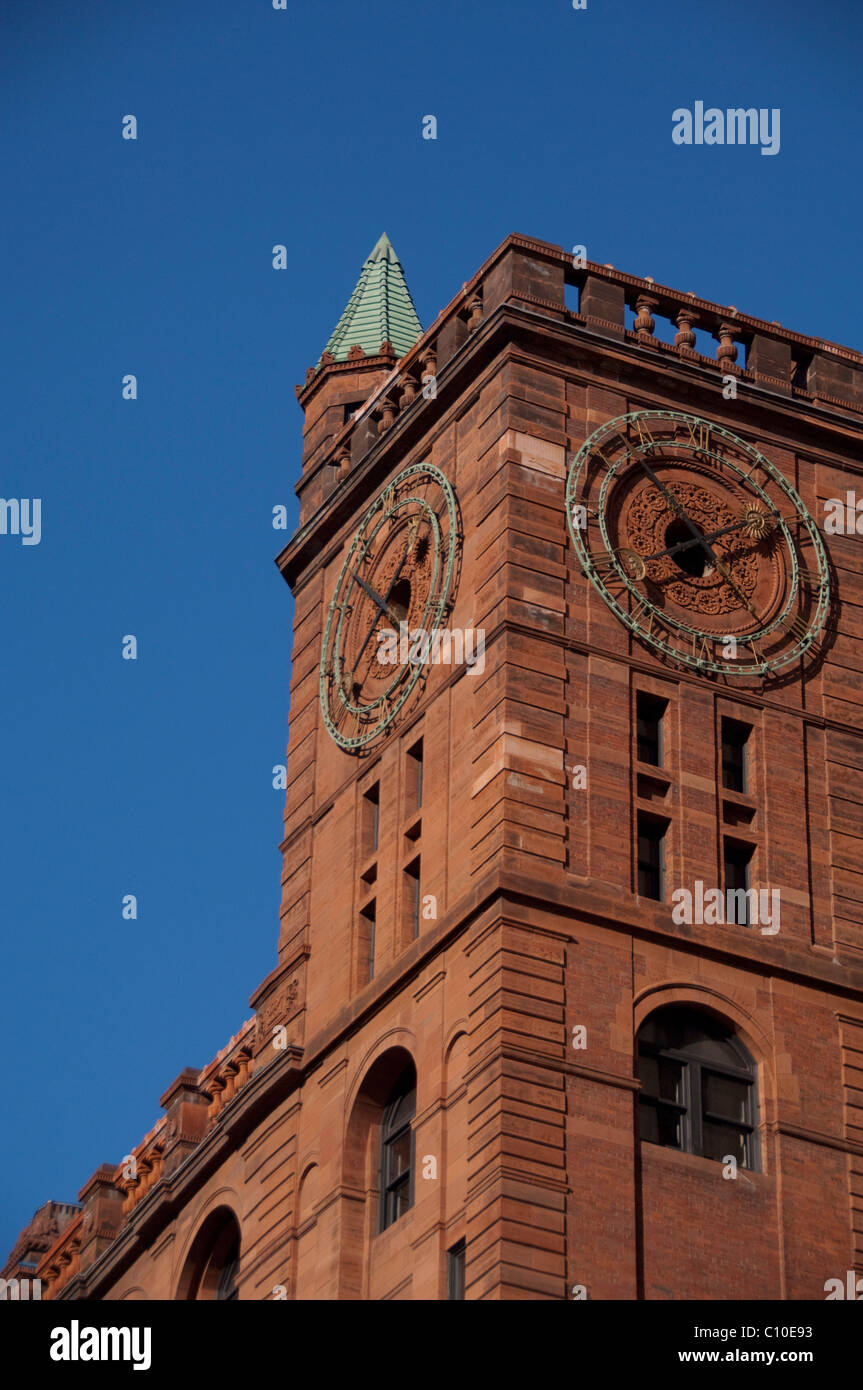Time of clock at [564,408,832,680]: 1:53
